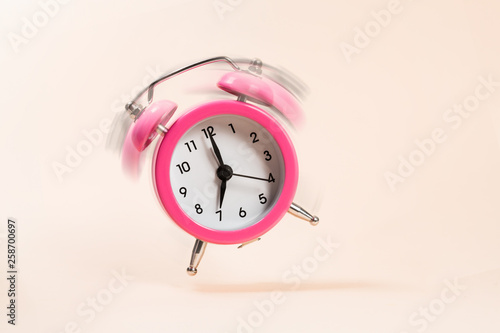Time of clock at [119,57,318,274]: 7:00
